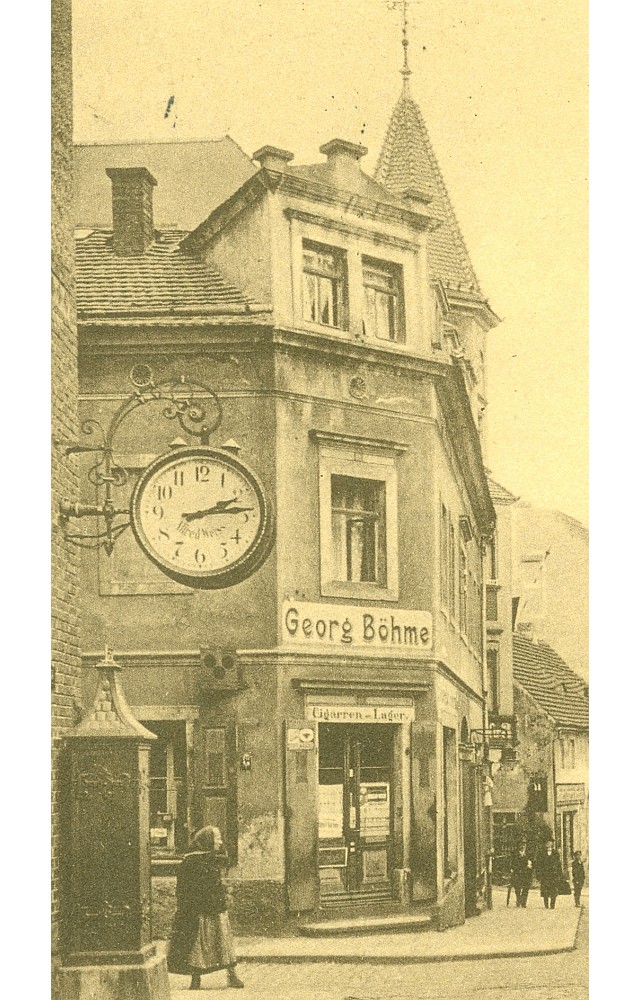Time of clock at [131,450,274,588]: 2:13
